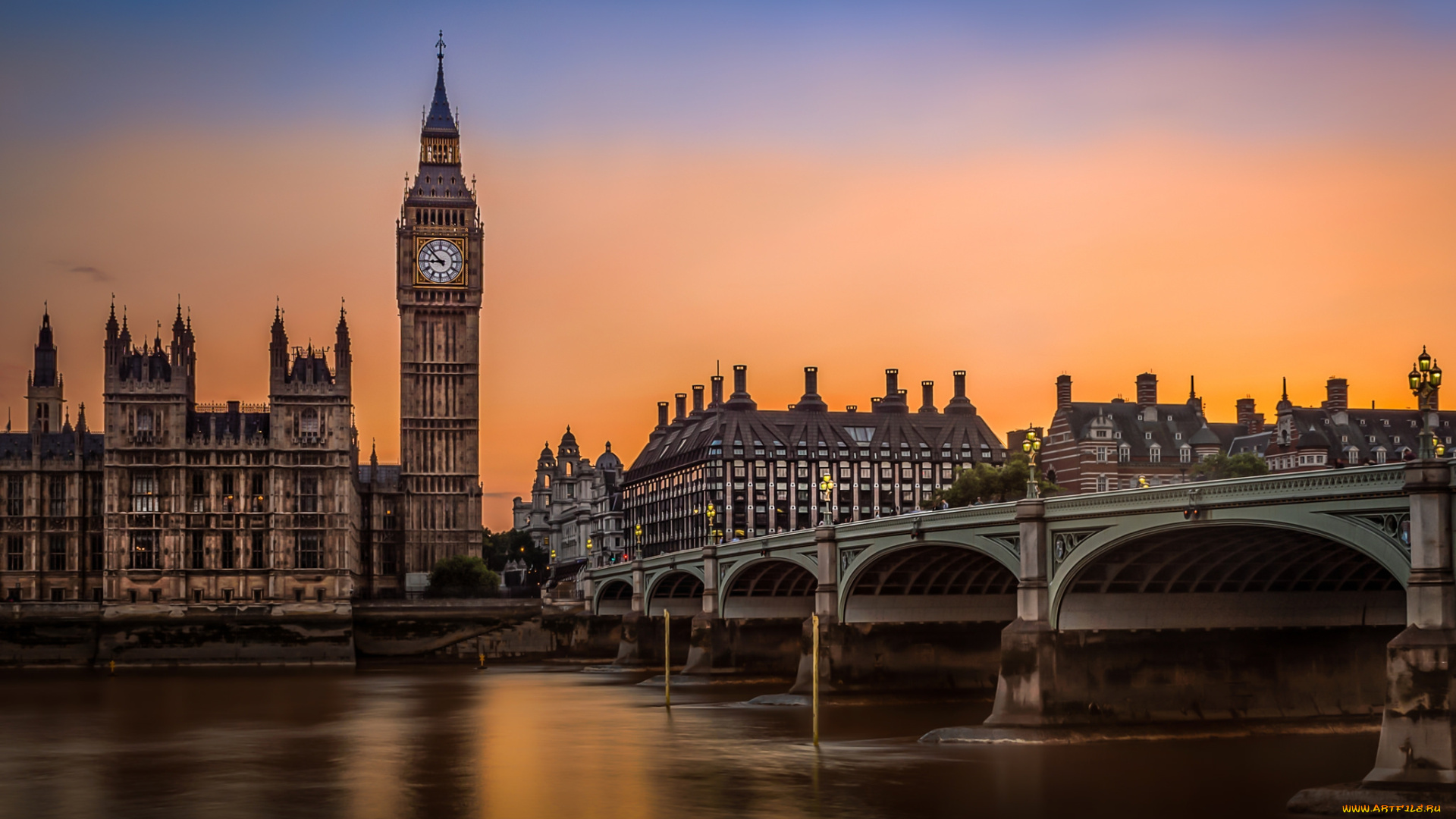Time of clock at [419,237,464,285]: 8:52
